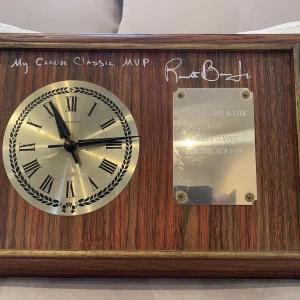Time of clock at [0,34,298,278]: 11:13
